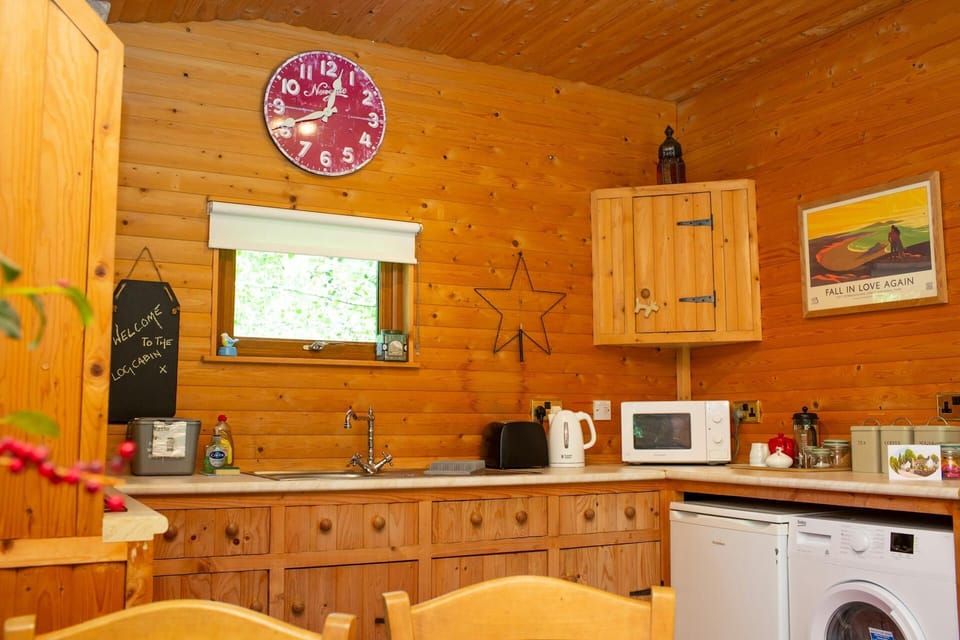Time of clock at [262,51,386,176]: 12:41
